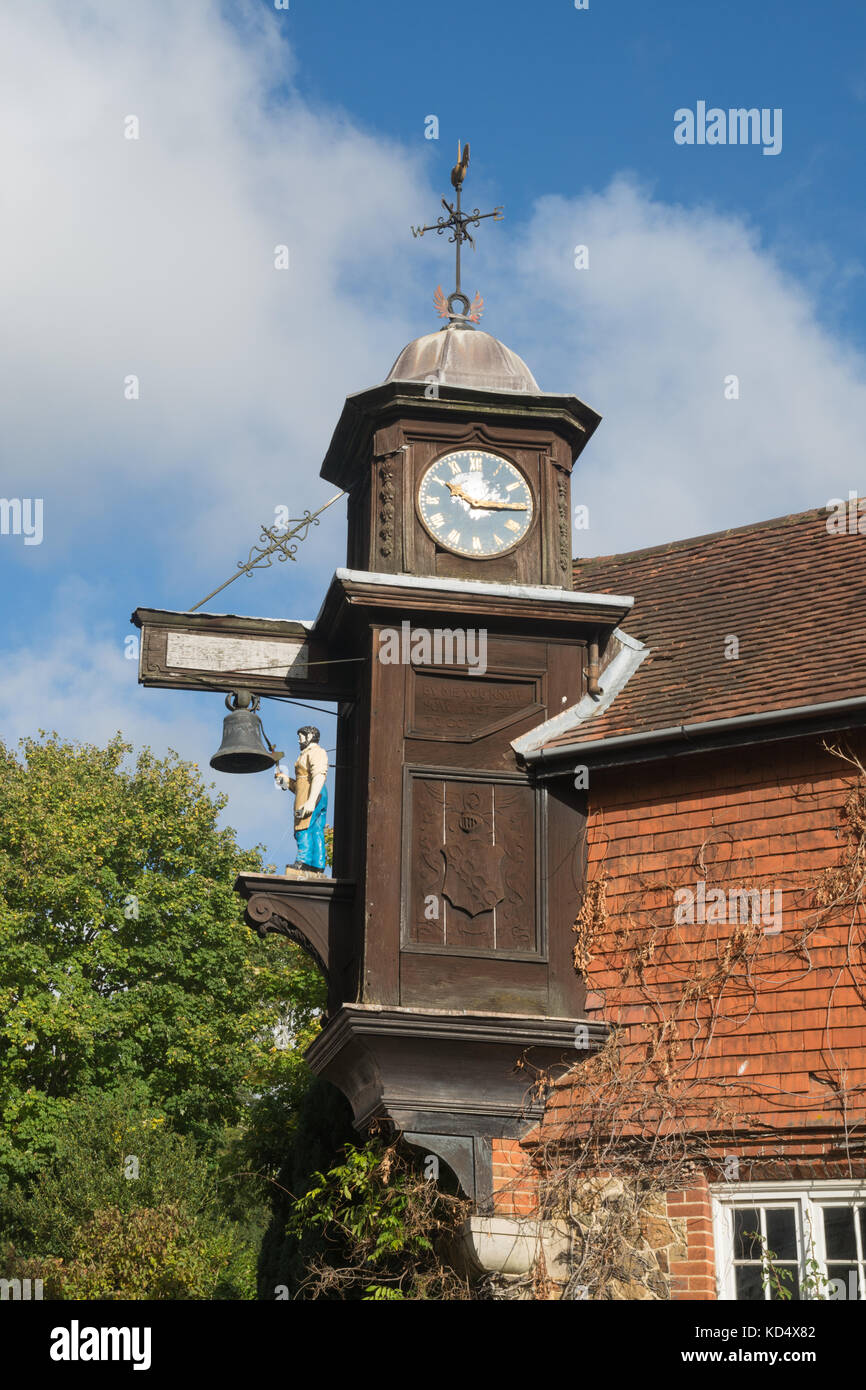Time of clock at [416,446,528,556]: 10:15
